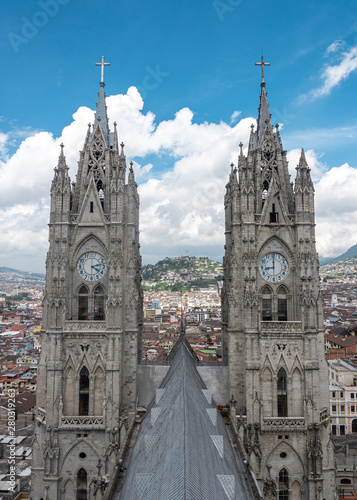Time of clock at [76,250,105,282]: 4:13
